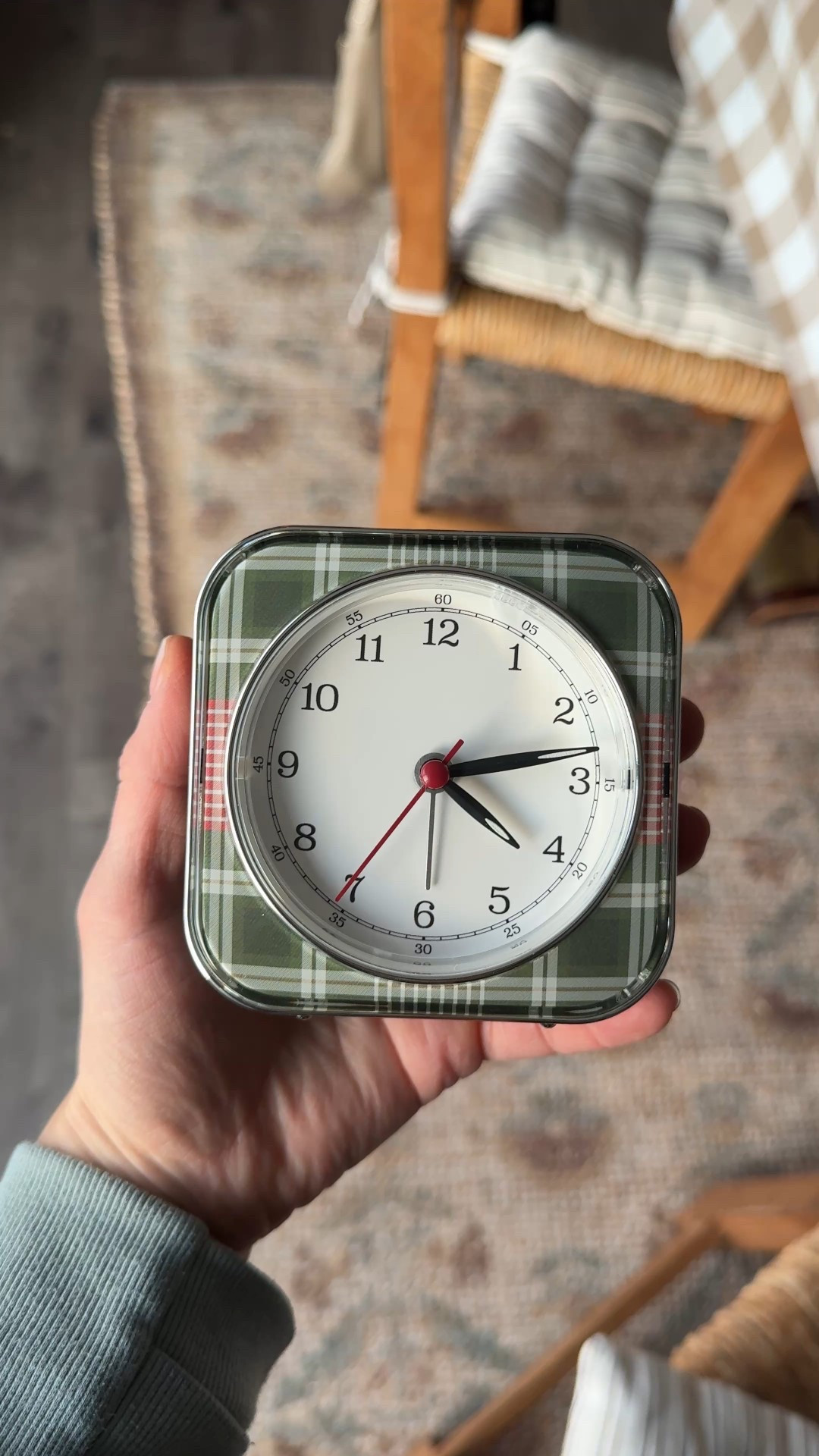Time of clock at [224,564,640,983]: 4:13
